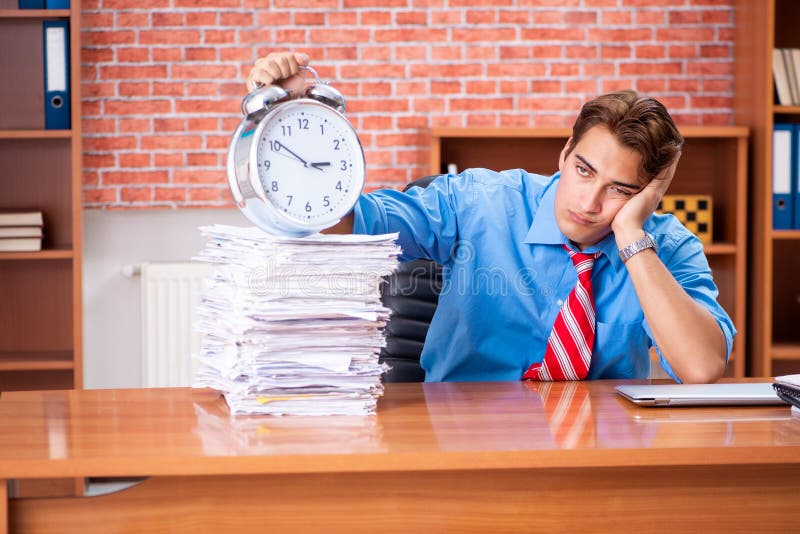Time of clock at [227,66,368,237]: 2:50
